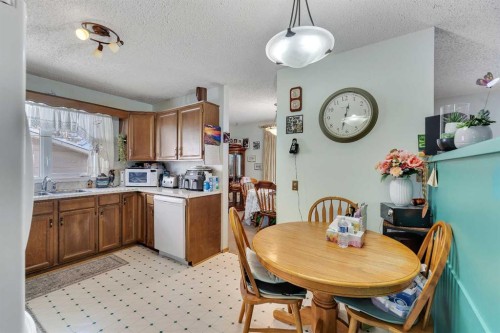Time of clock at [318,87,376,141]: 12:32
